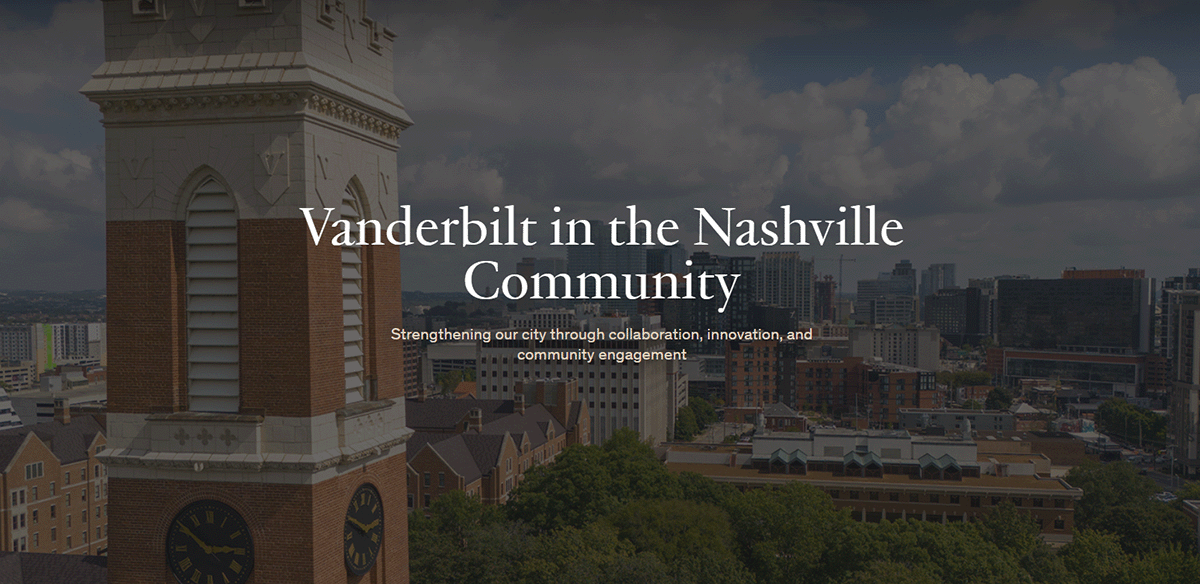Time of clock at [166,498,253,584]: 2:50
